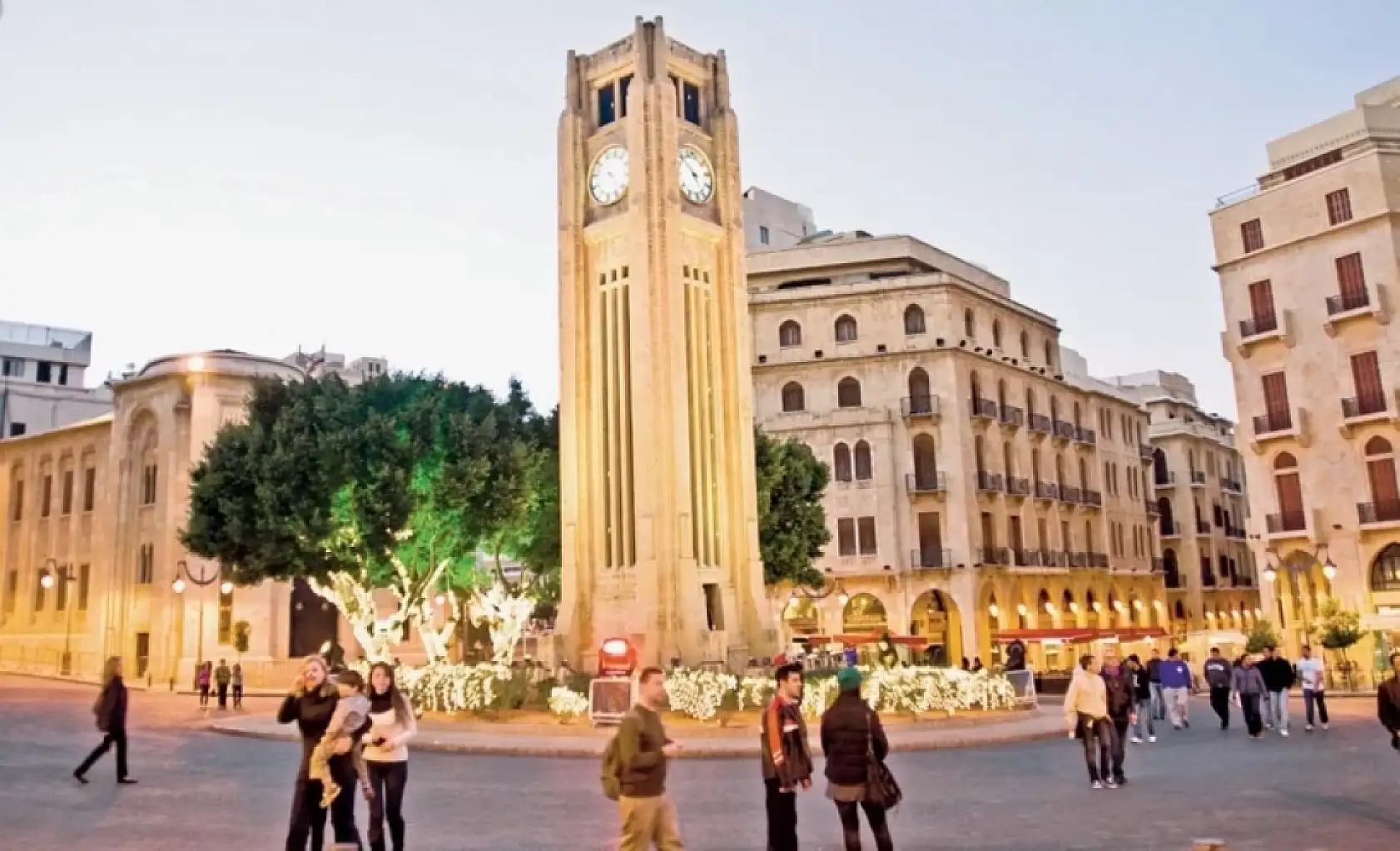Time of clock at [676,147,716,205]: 4:52
